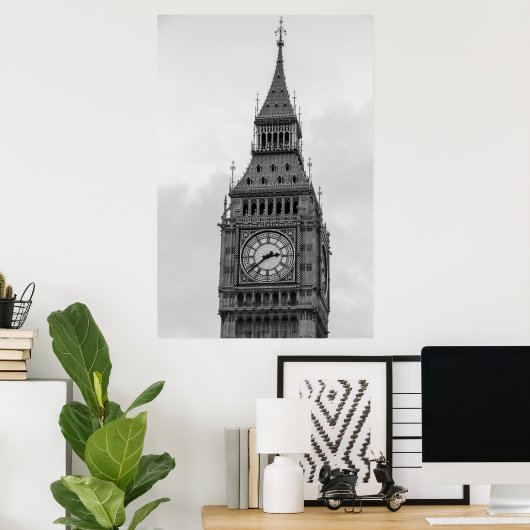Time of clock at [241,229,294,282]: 2:38
